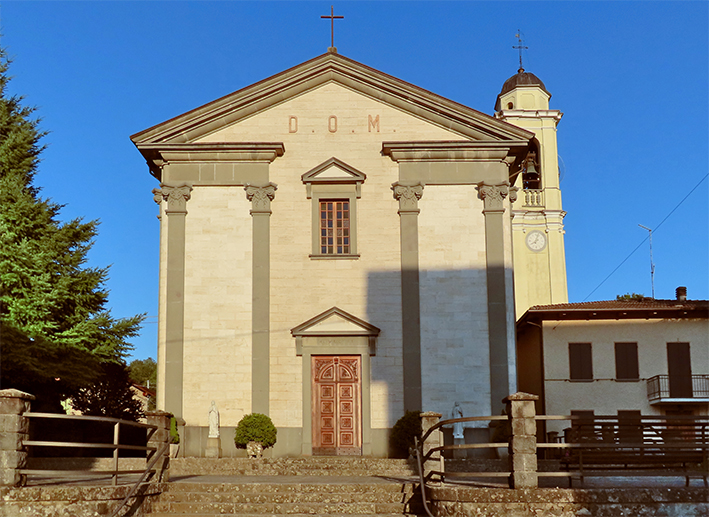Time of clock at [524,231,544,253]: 8:03
